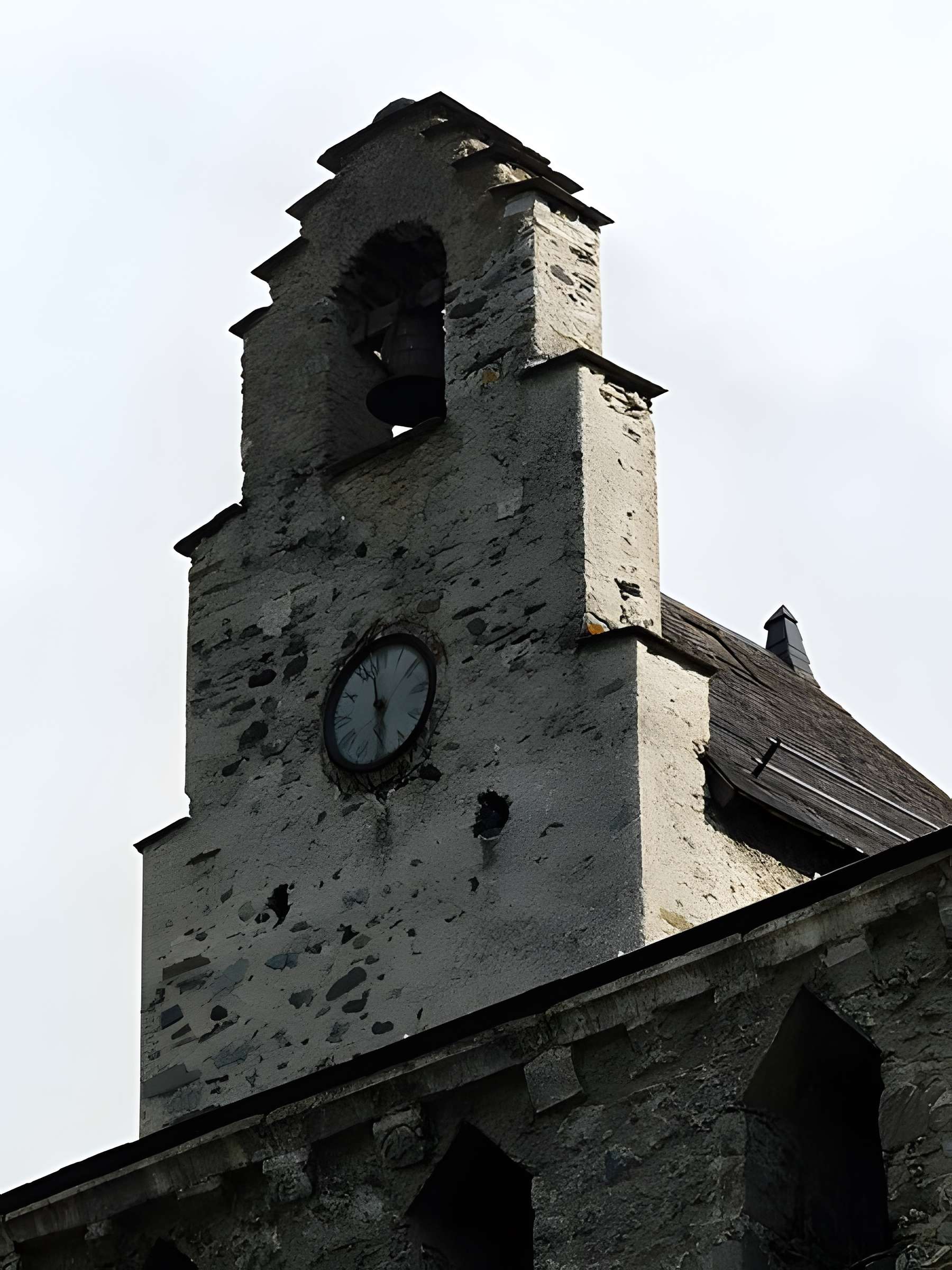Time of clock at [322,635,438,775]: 5:58
